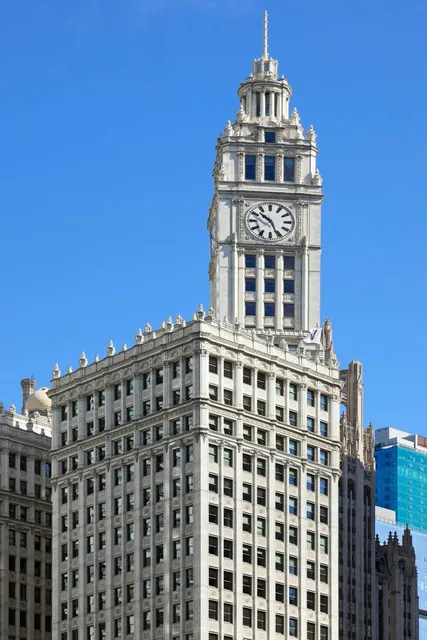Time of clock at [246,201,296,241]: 10:26
